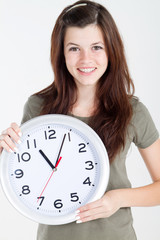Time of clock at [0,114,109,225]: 11:04
